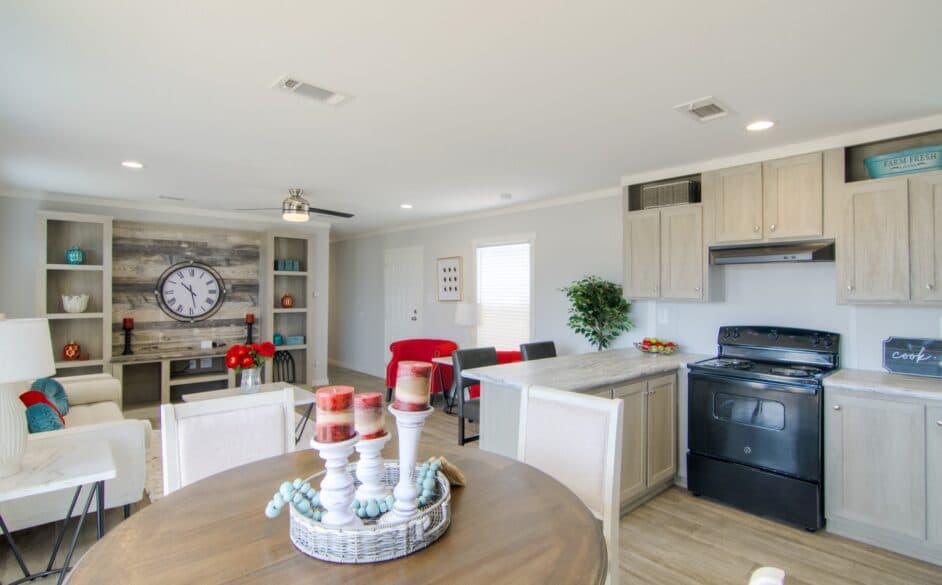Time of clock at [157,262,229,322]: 10:28
